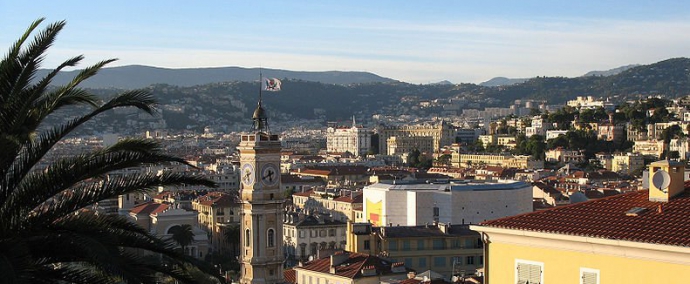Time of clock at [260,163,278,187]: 5:40
